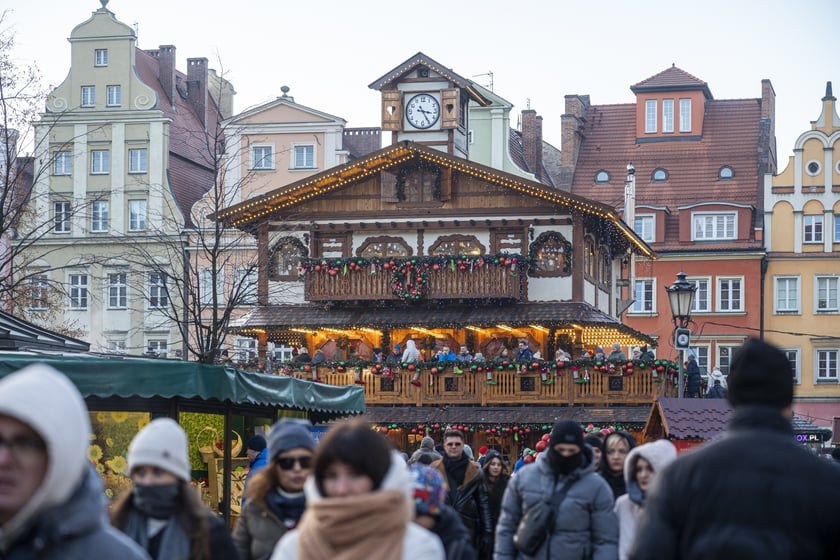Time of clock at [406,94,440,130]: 3:24
